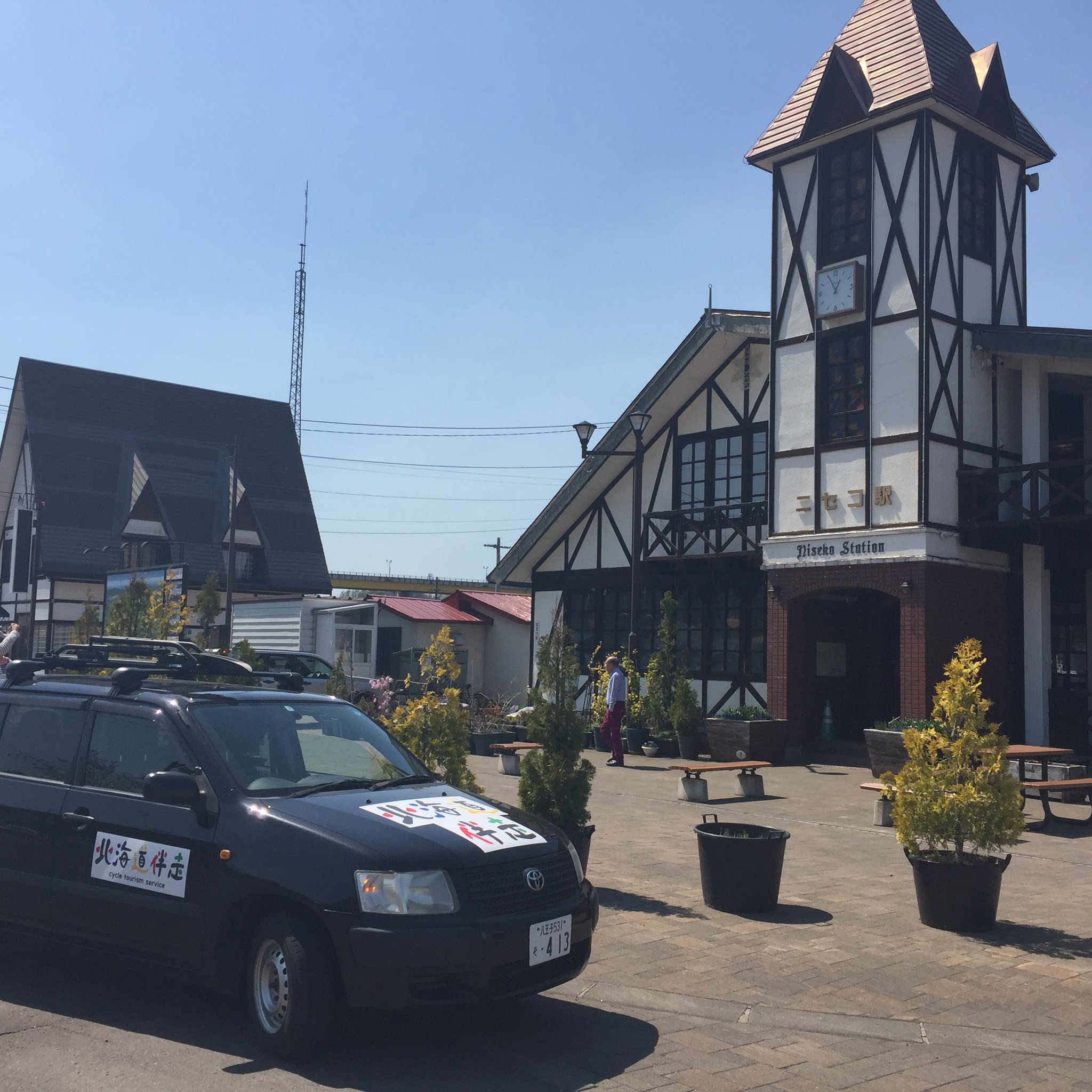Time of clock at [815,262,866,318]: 12:55
